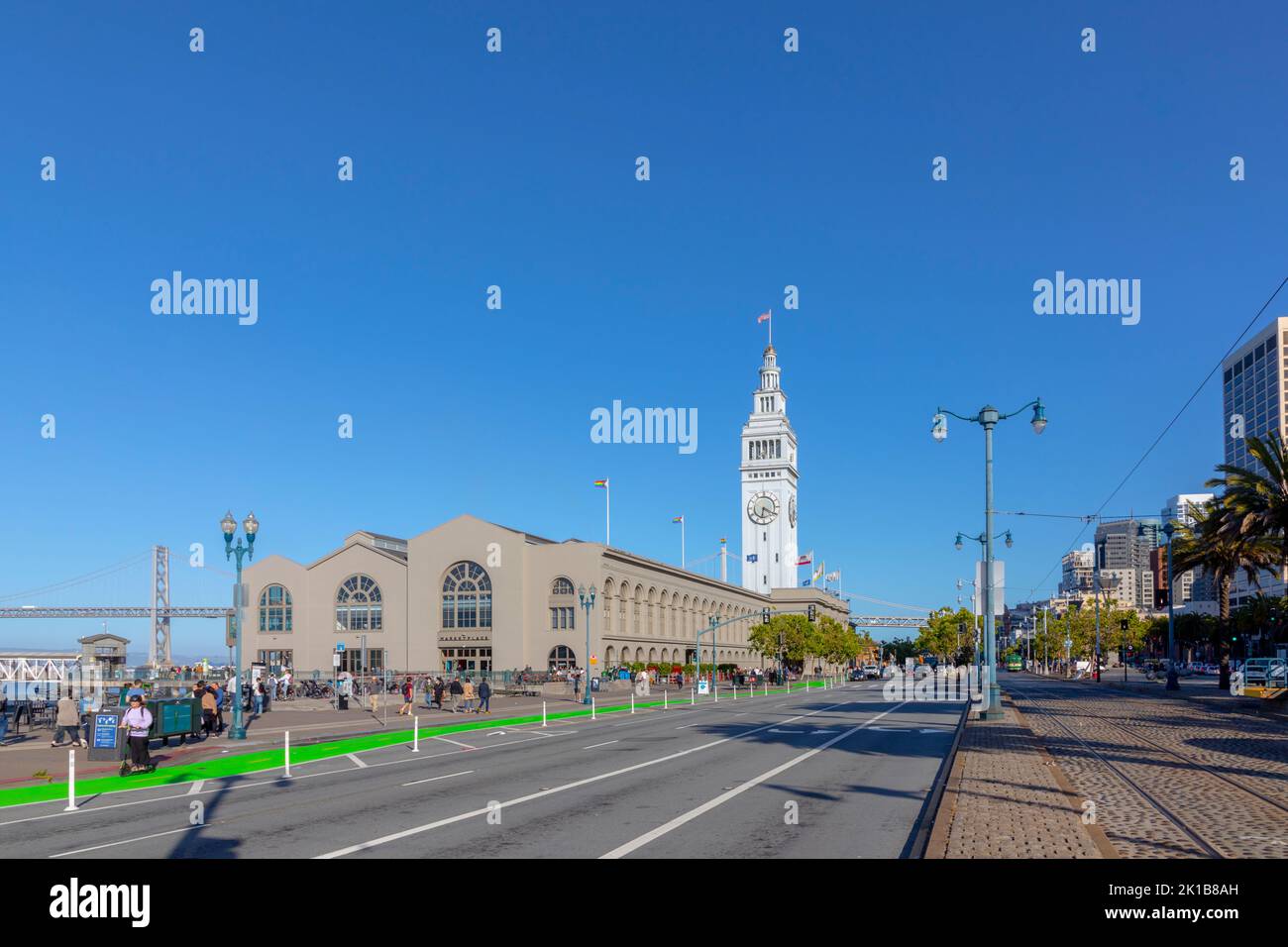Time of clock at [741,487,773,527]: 6:19
